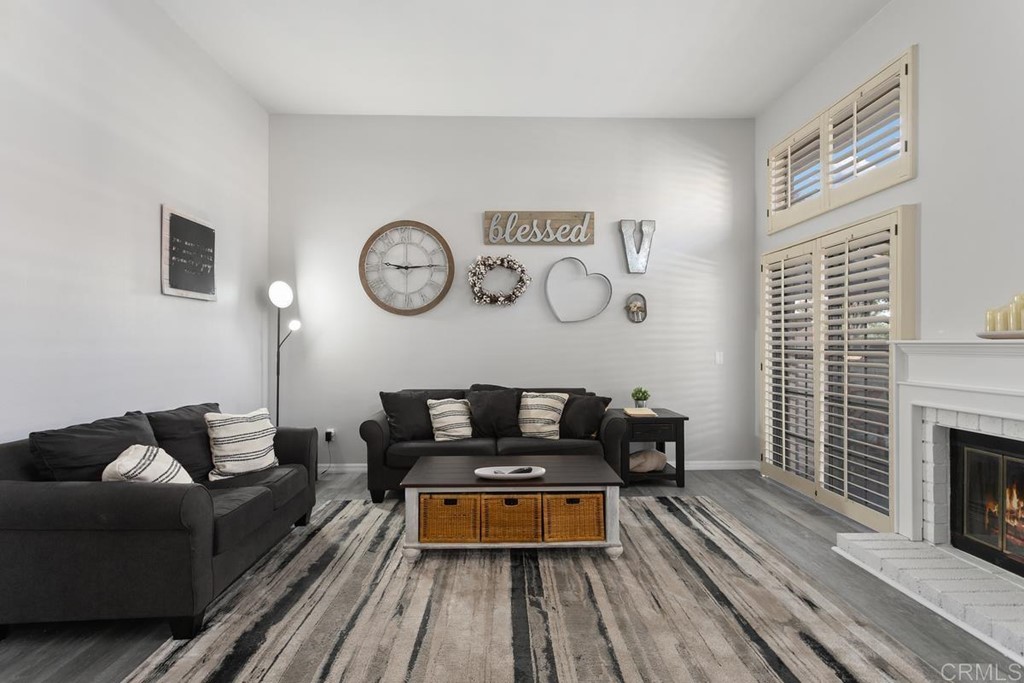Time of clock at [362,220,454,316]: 9:14
